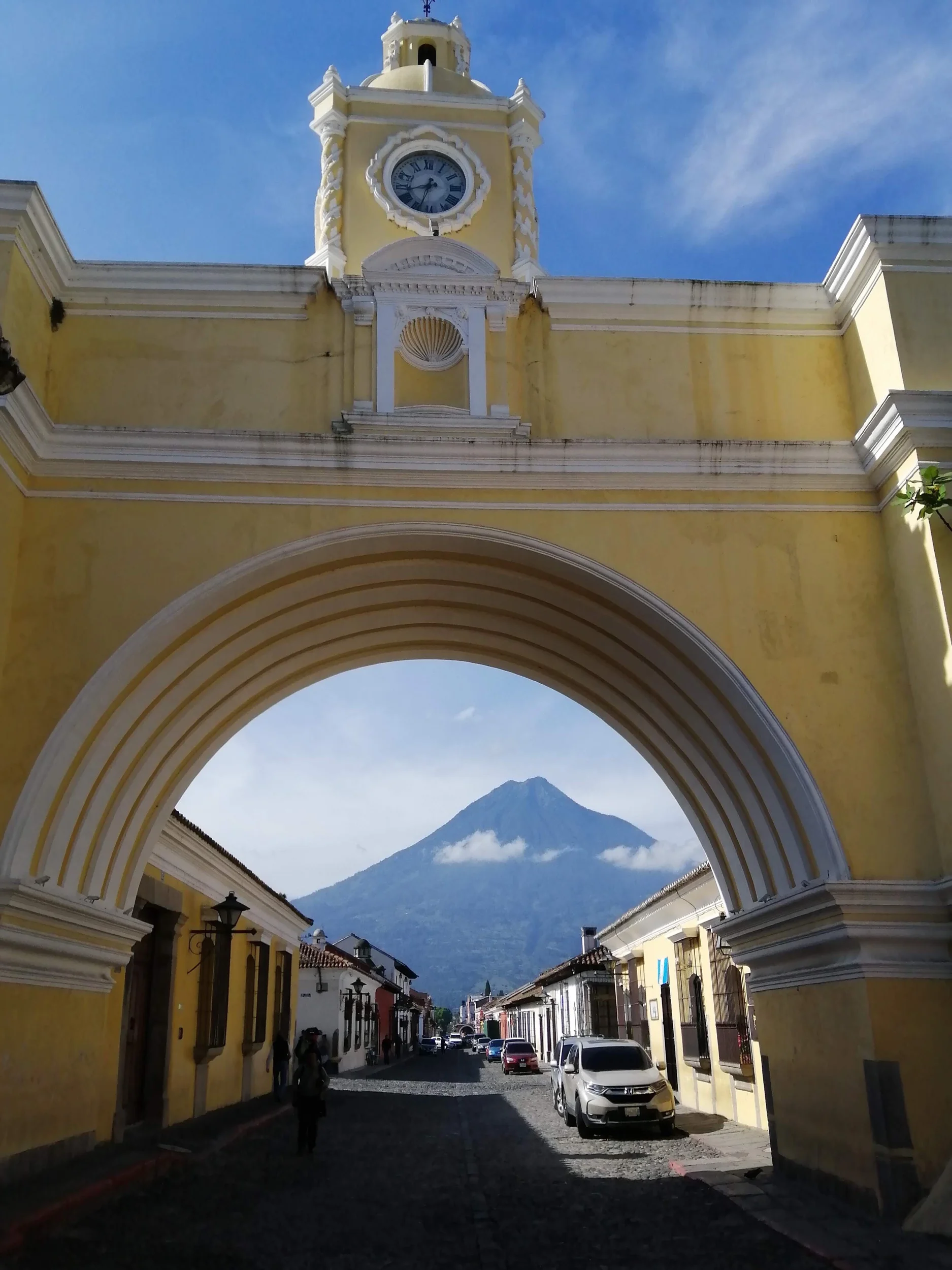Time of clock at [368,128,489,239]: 8:33
